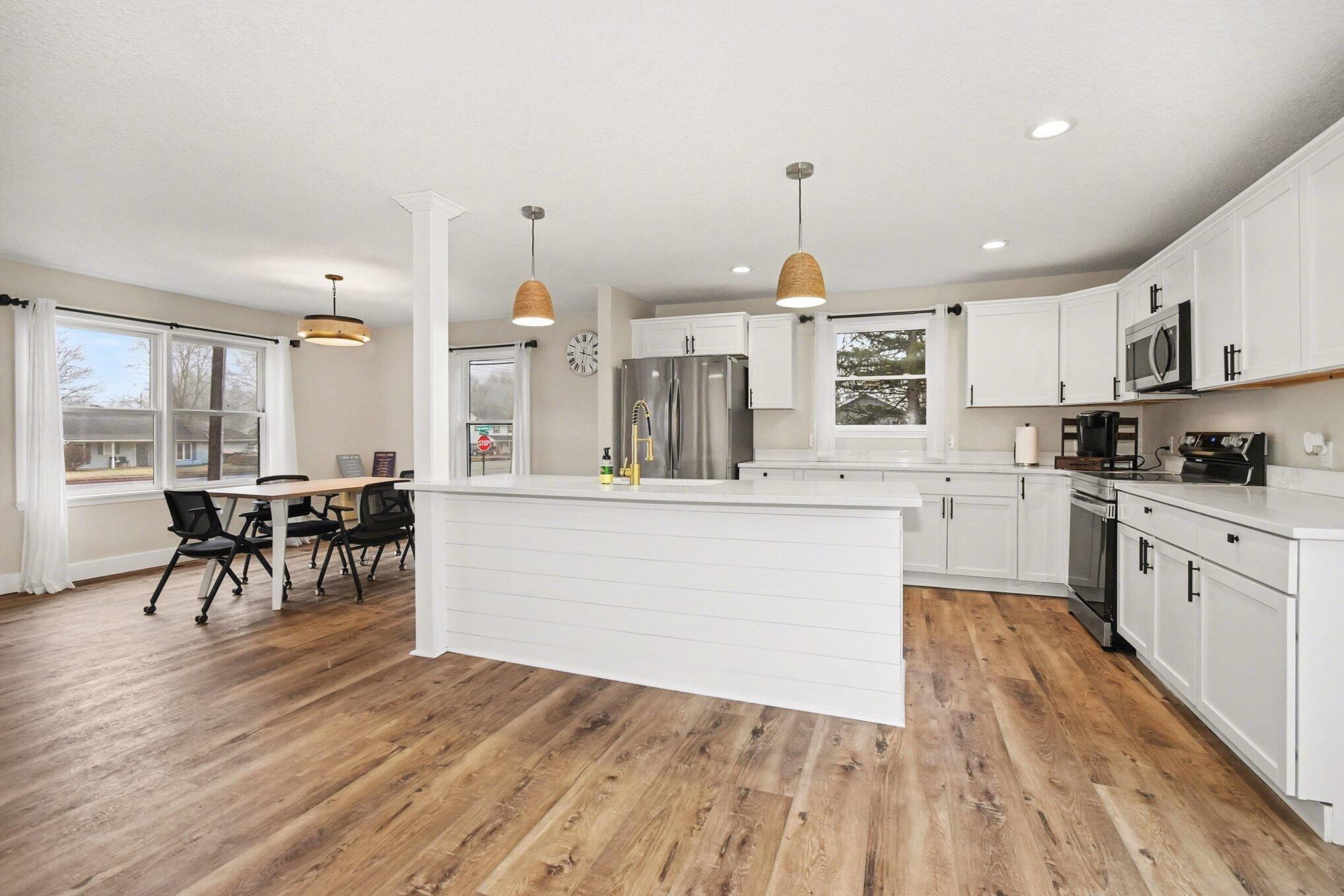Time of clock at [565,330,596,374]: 3:31
